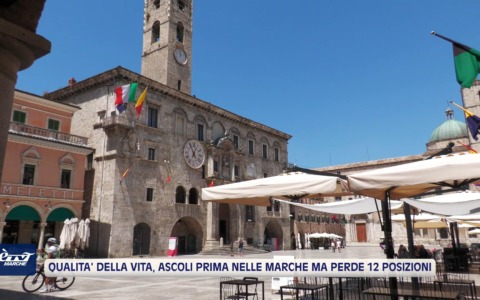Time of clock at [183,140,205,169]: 12:55
